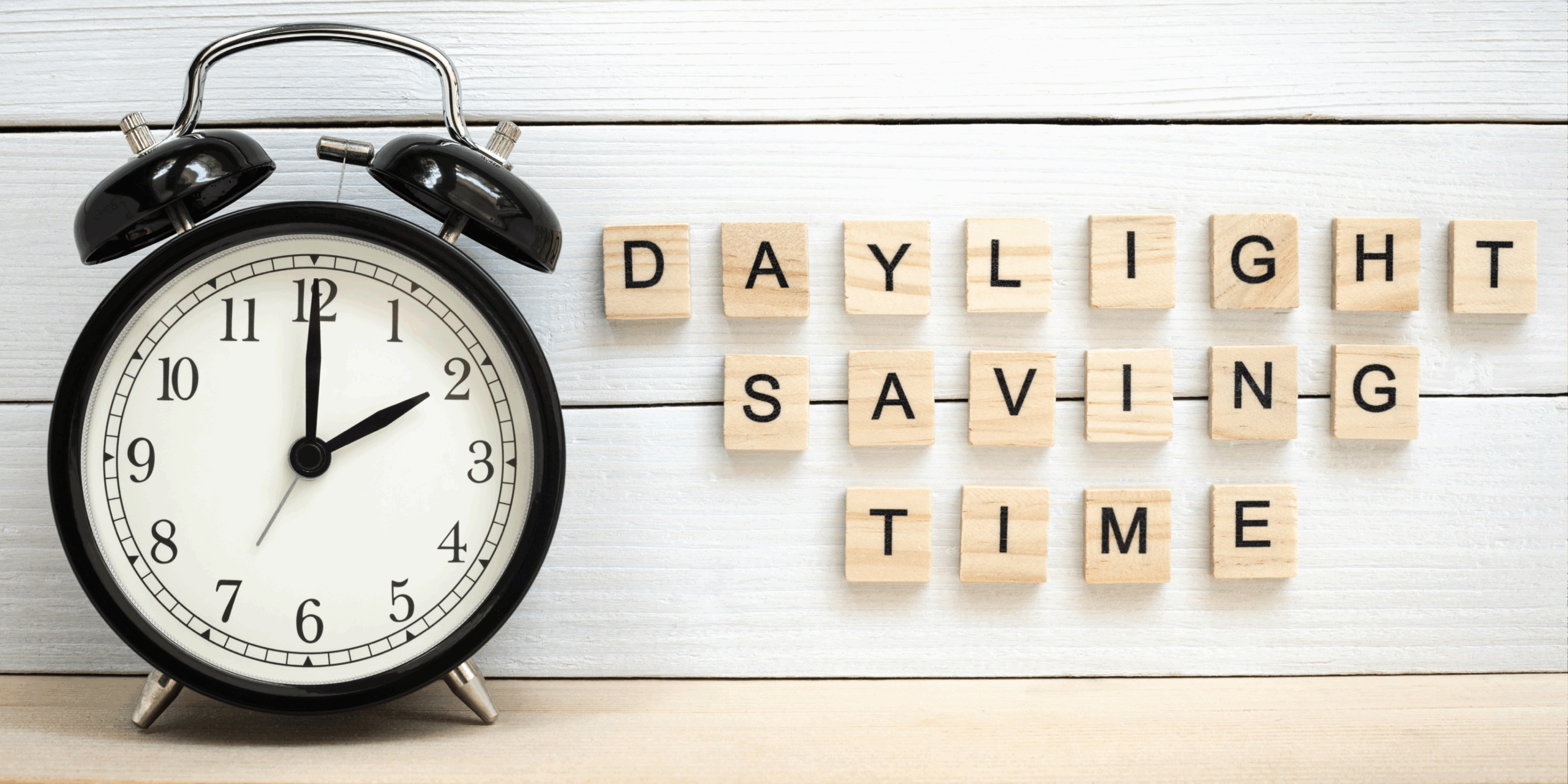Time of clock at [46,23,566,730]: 2:00
